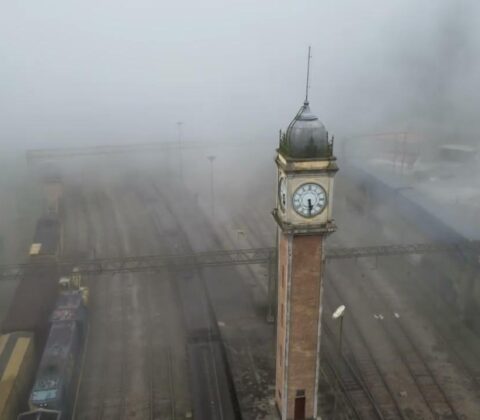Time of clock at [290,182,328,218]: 5:29
